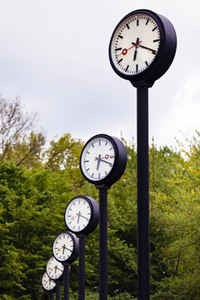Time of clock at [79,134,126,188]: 6:18
